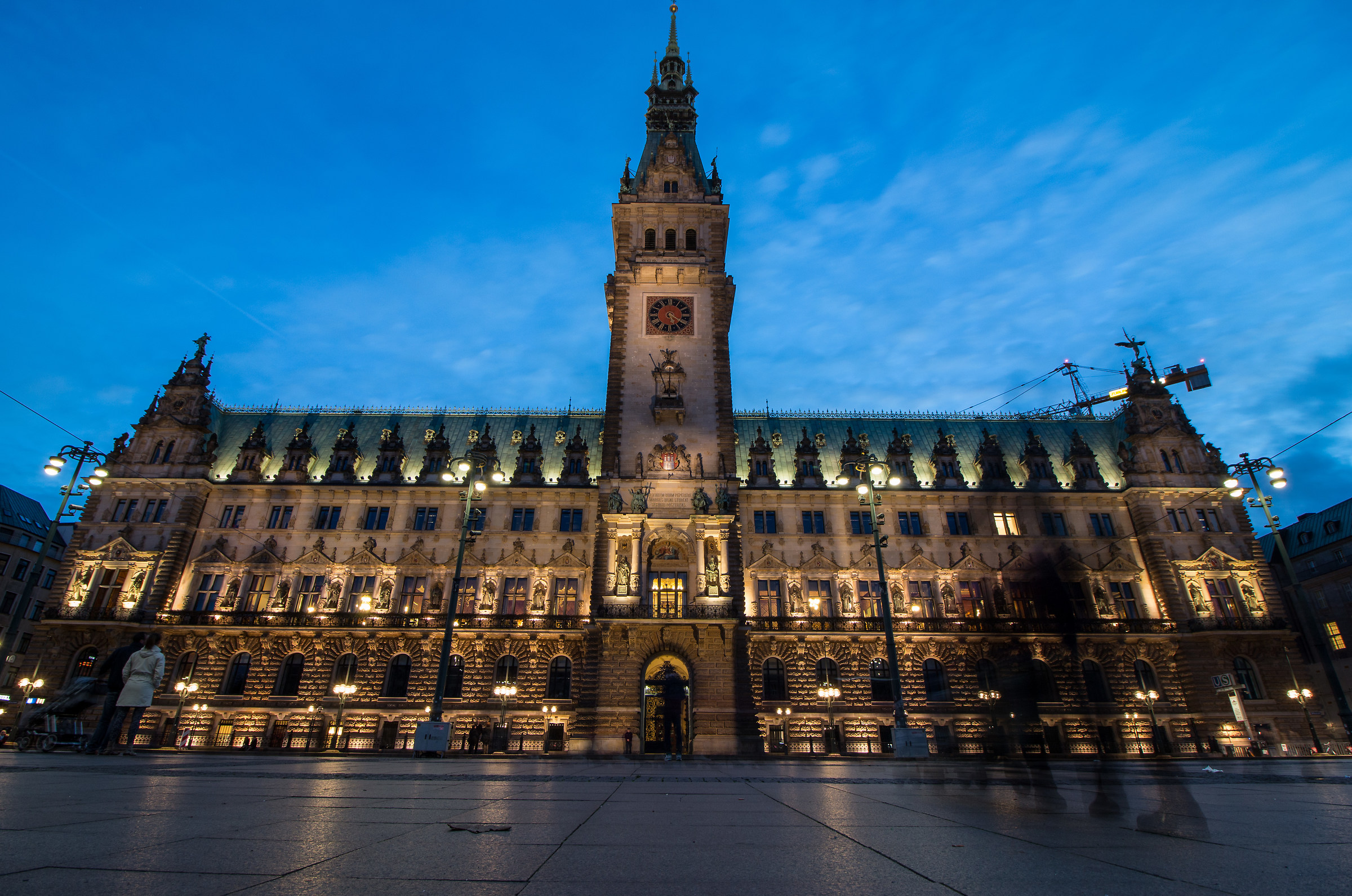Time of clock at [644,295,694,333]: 5:20
